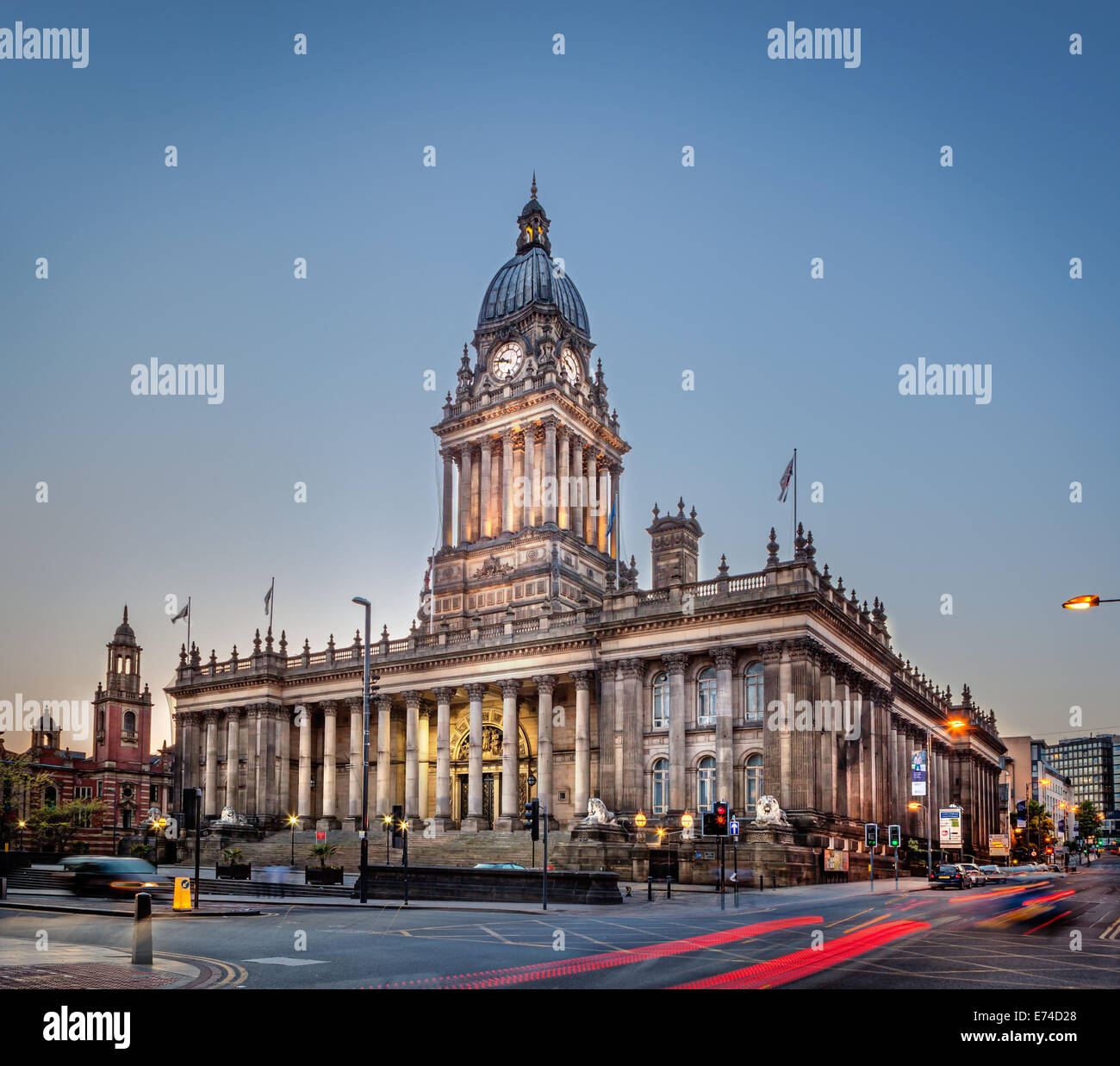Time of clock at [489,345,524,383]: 9:46
